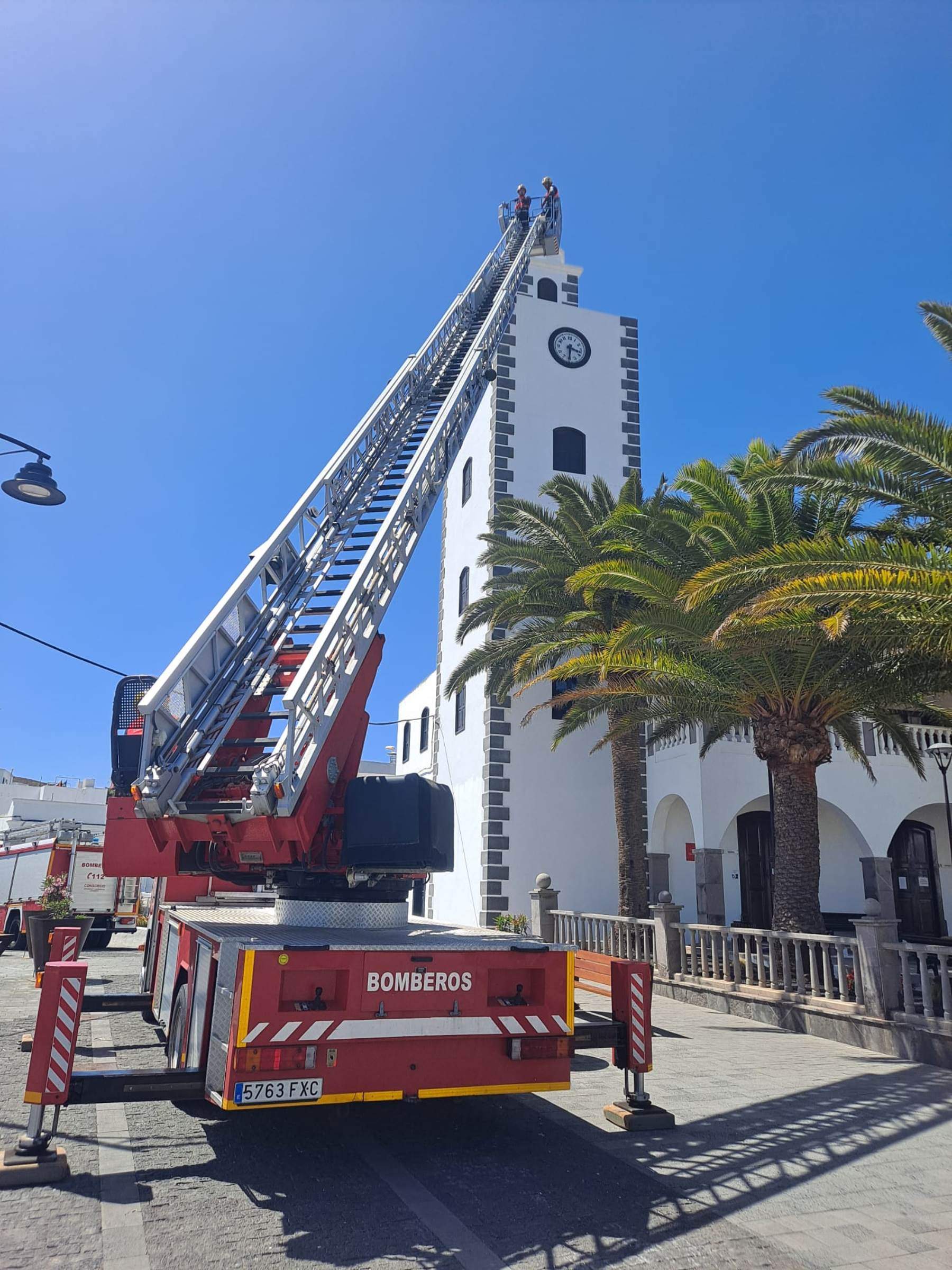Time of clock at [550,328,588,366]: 3:30
